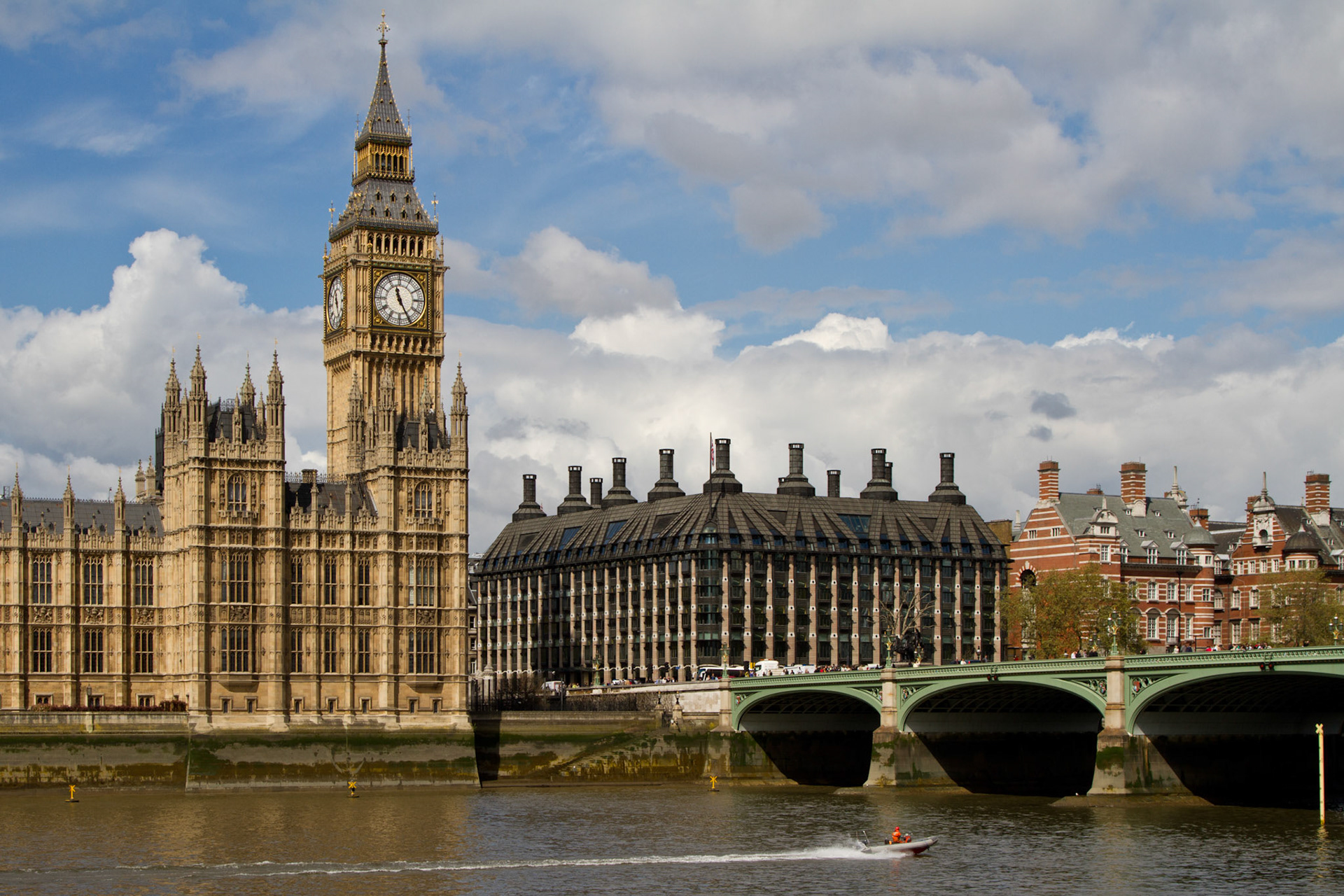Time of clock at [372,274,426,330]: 11:25
